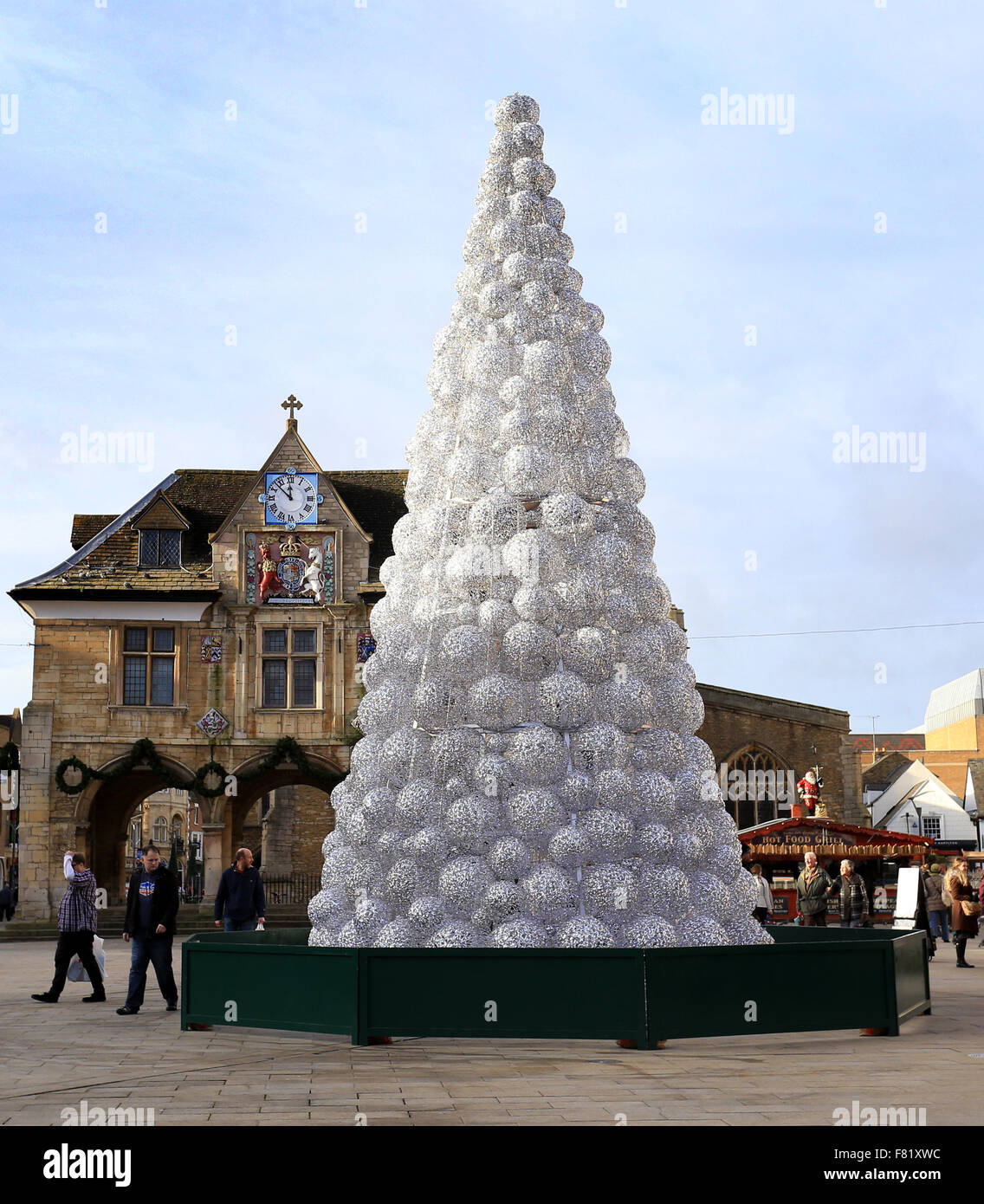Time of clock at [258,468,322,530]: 11:52
